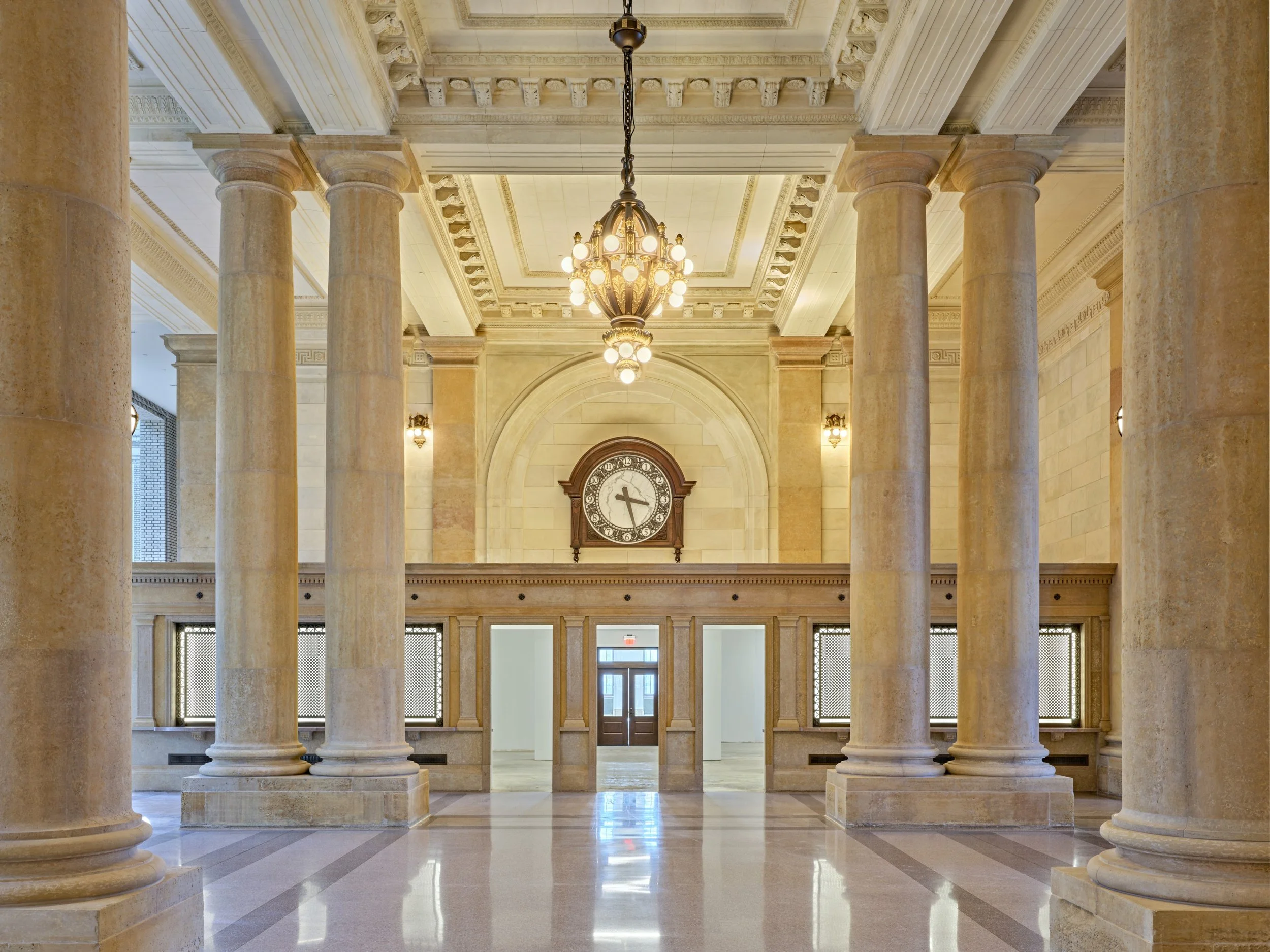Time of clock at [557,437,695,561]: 3:27
